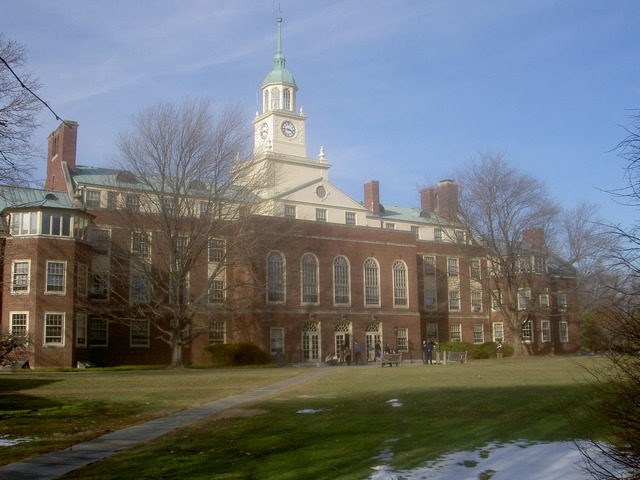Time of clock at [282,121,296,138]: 3:43
